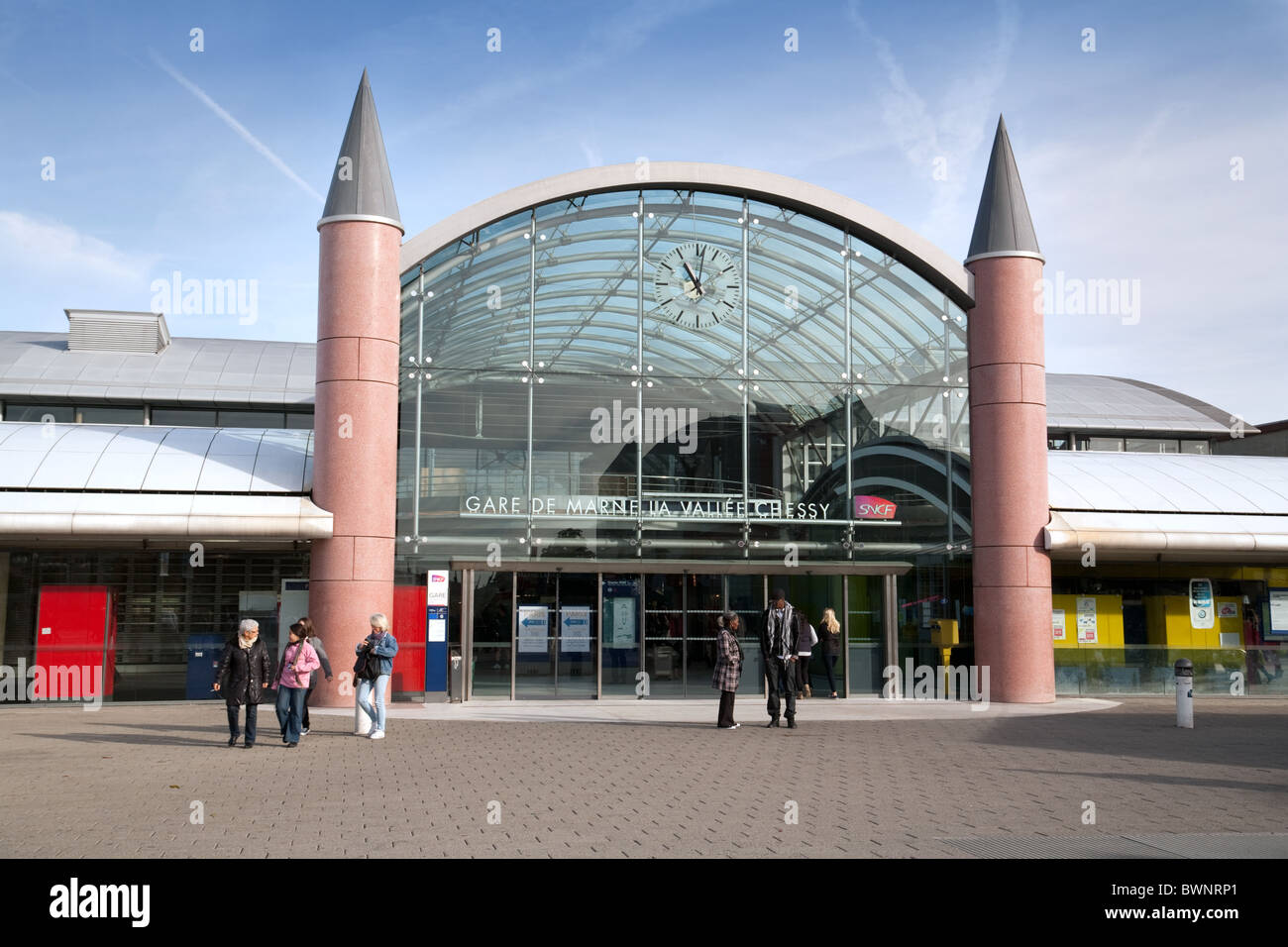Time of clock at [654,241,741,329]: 11:01
